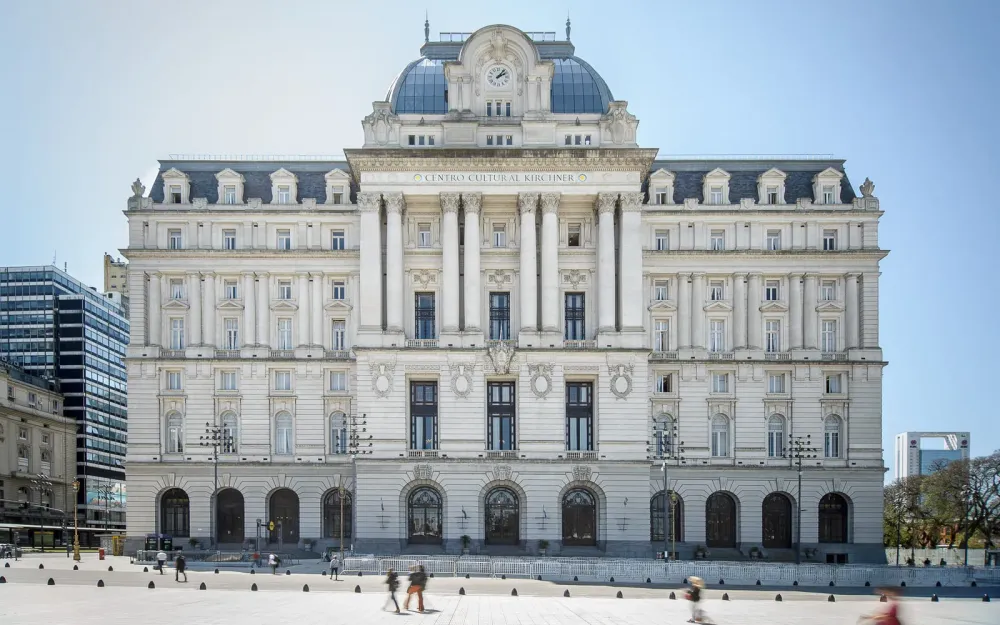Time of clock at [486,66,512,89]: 2:06
